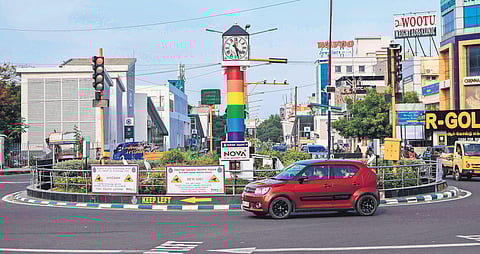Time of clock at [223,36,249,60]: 4:27
